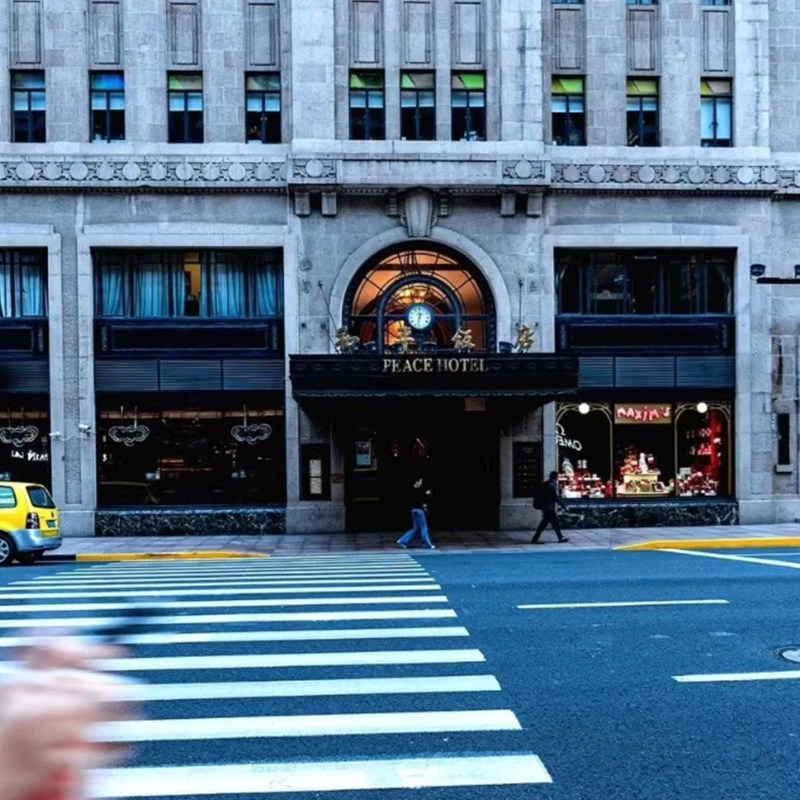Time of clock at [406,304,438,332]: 12:32
